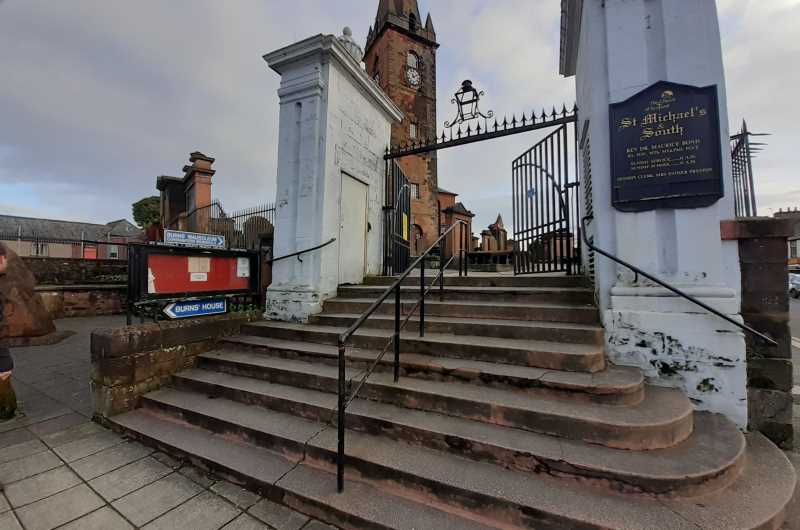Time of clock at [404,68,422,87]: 11:10
